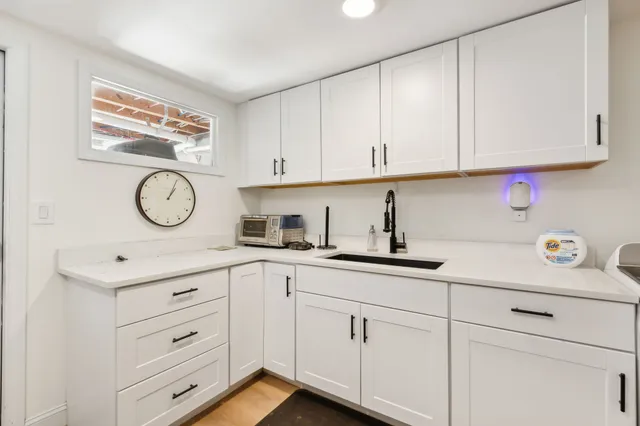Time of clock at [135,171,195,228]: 1:04
